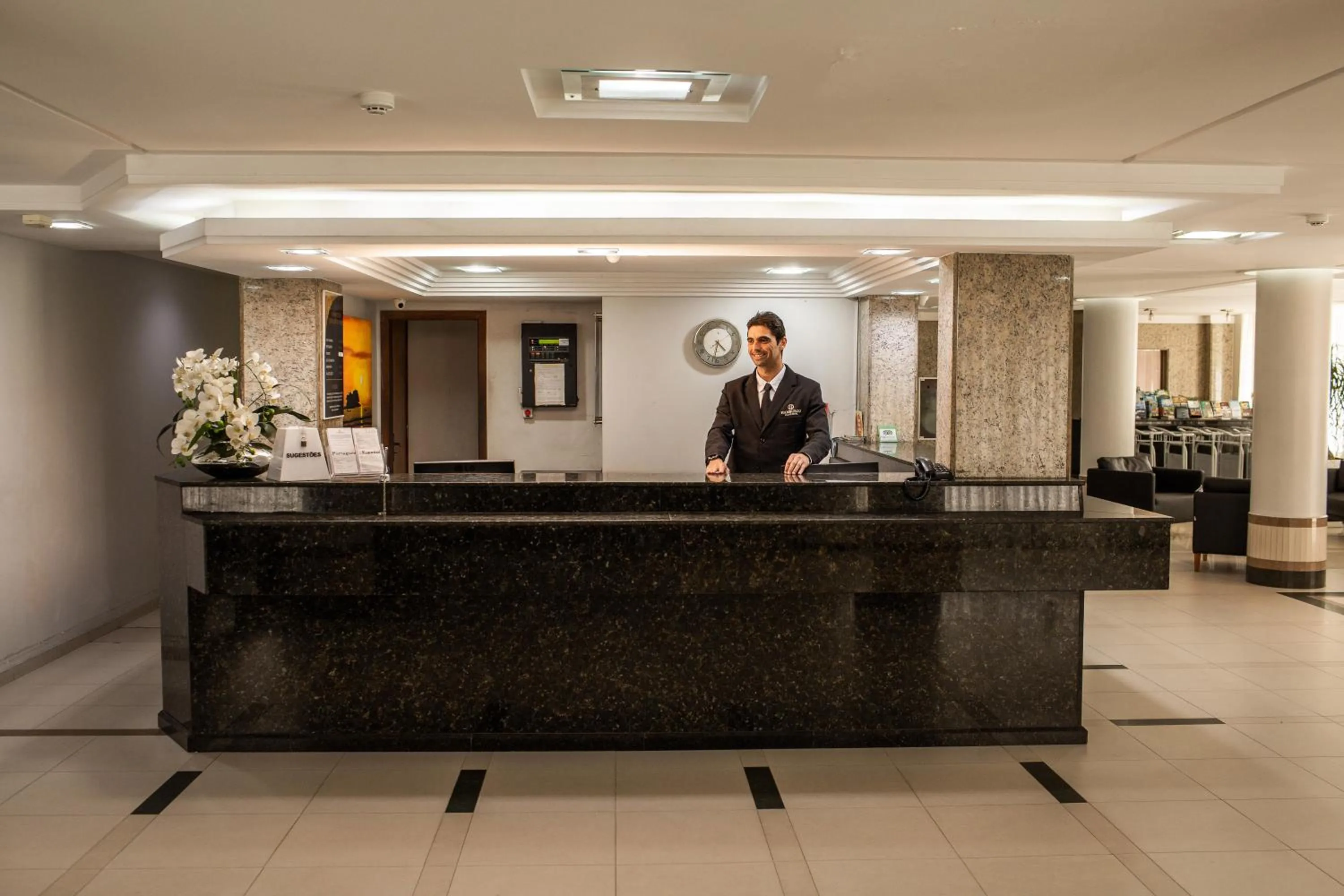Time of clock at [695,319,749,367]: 4:31
